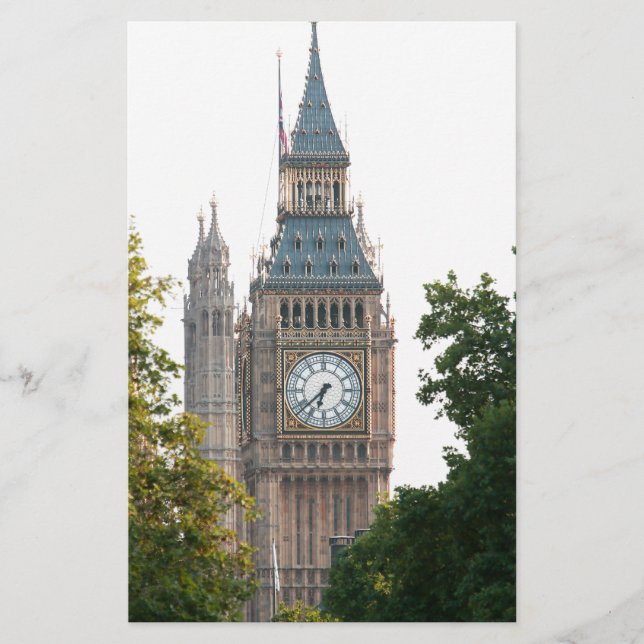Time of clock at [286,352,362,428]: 6:38
